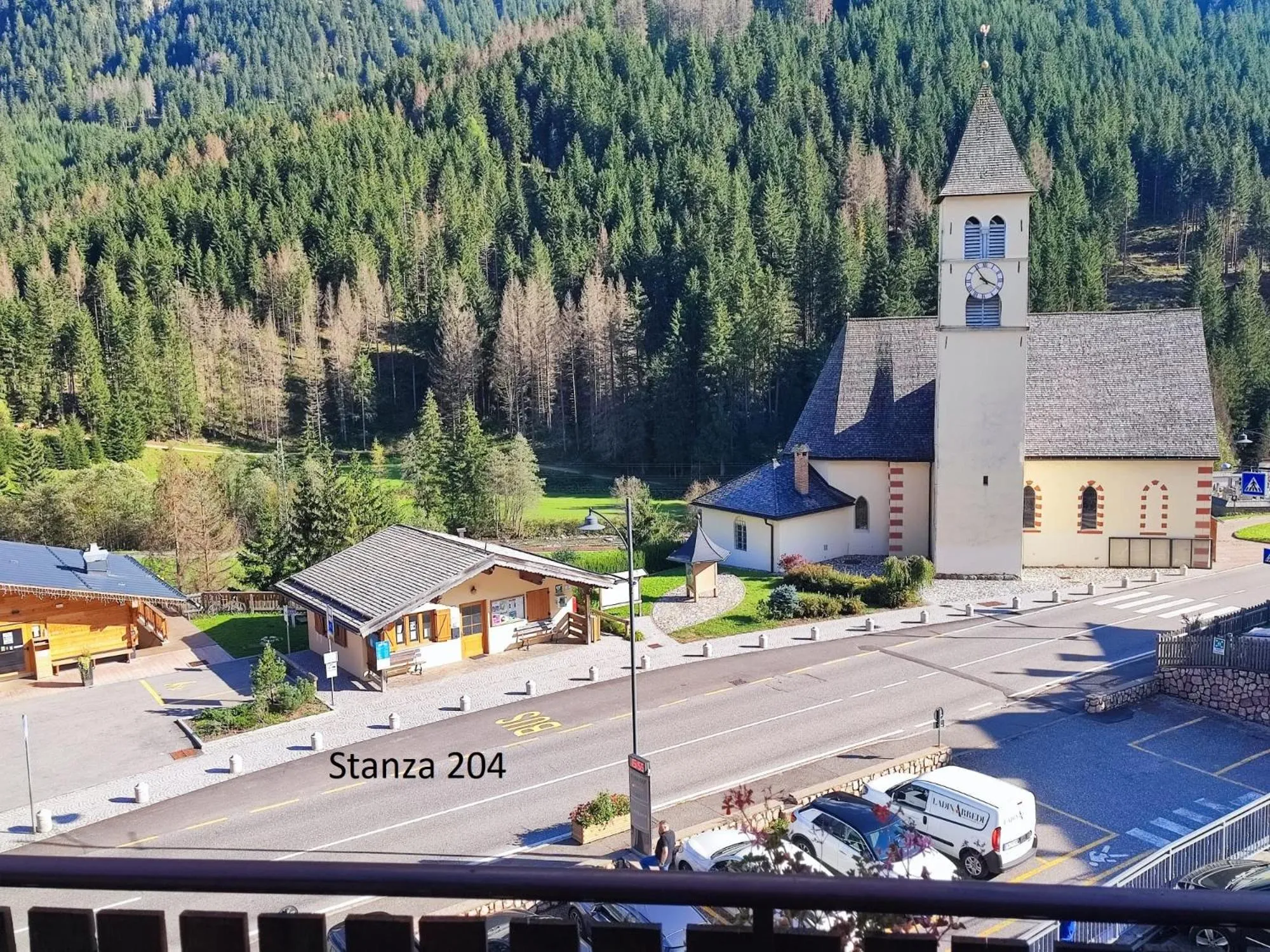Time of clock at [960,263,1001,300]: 3:54
